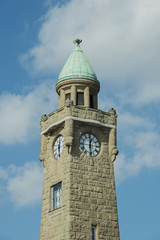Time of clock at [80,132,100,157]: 12:28
